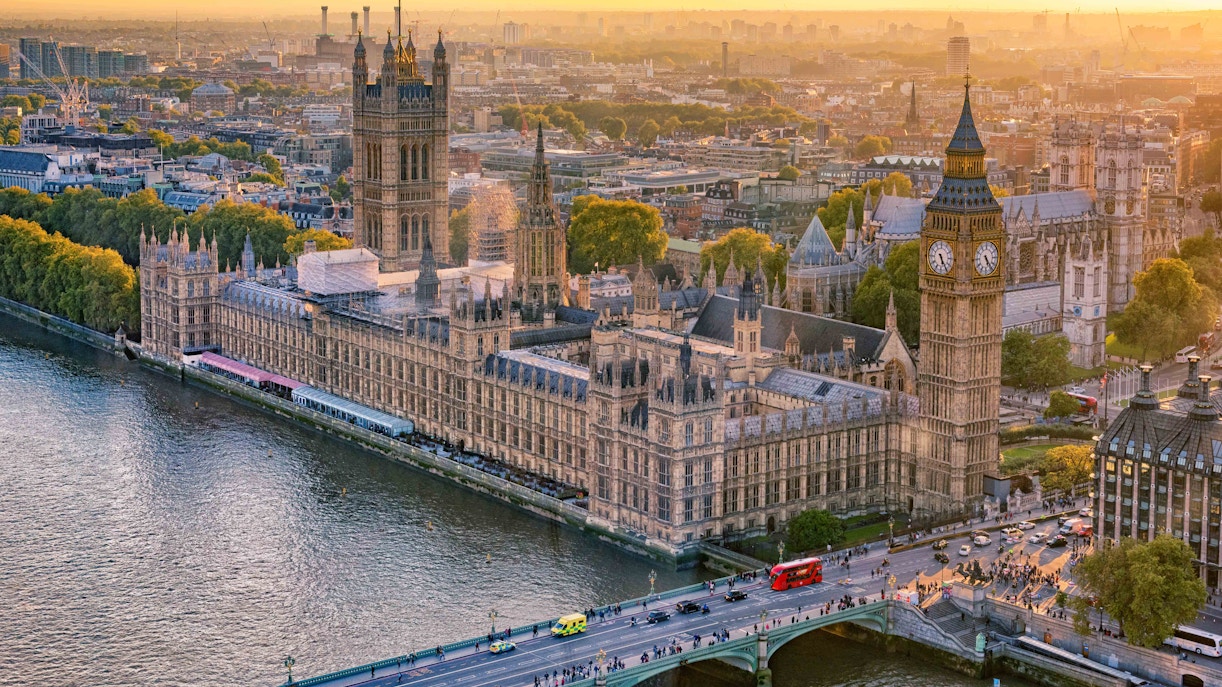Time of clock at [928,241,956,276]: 5:24
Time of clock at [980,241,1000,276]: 5:23
